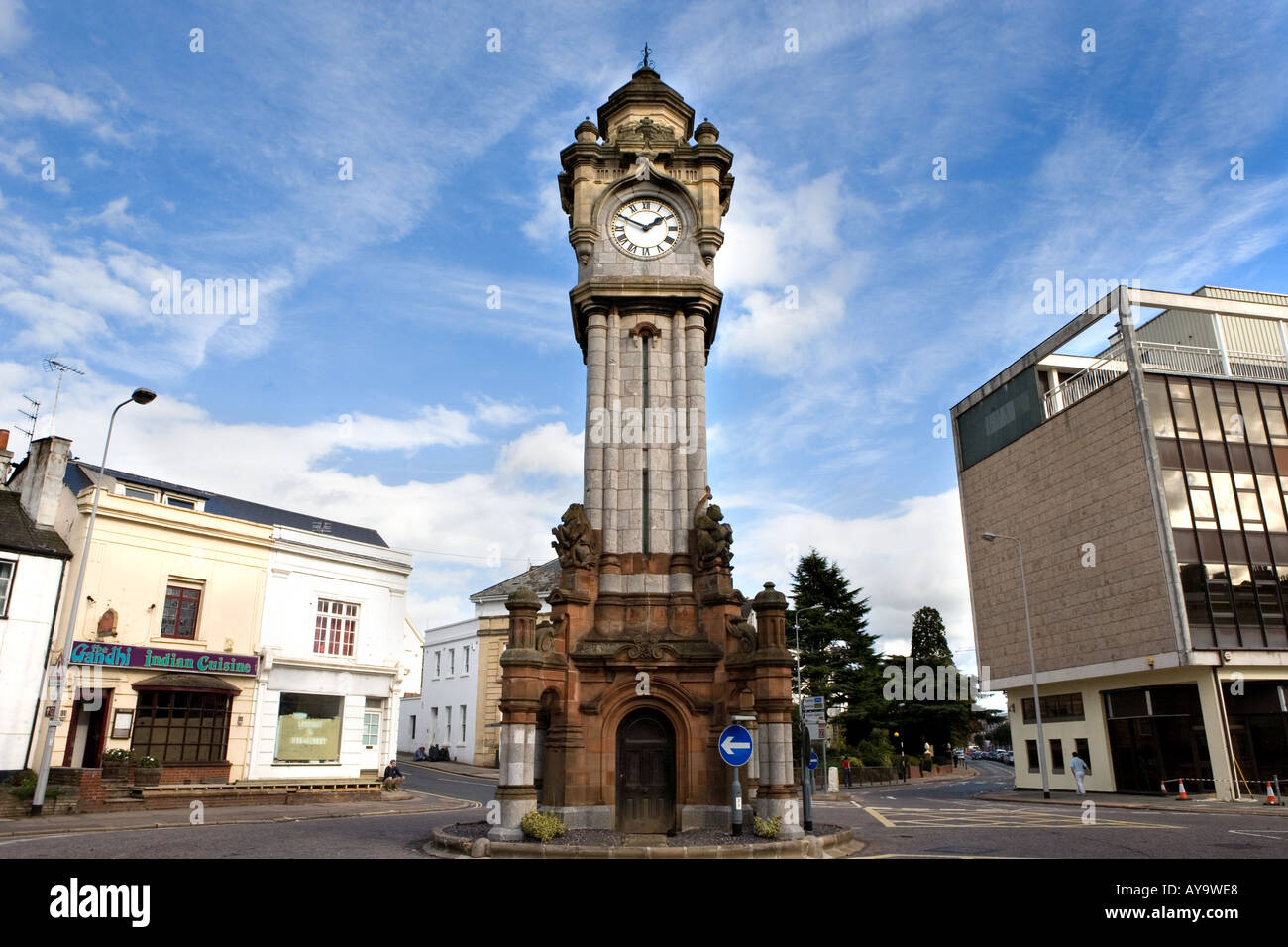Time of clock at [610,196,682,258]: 1:49
